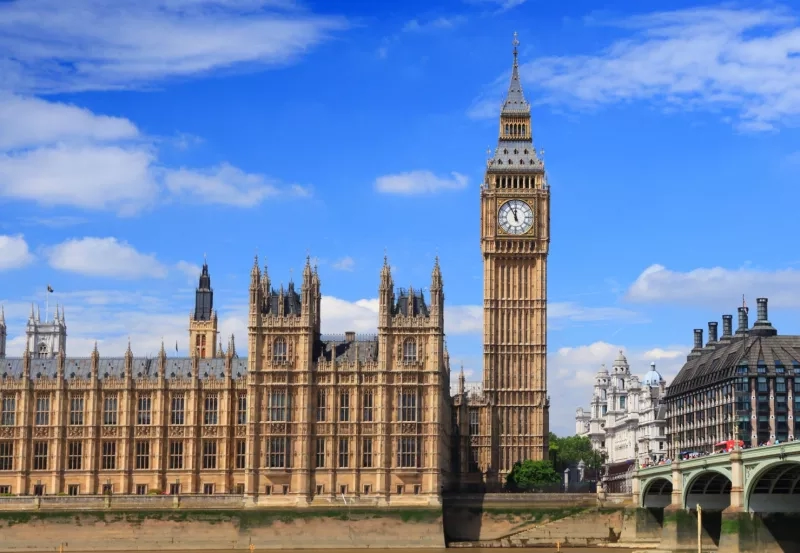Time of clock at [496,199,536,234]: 11:55
